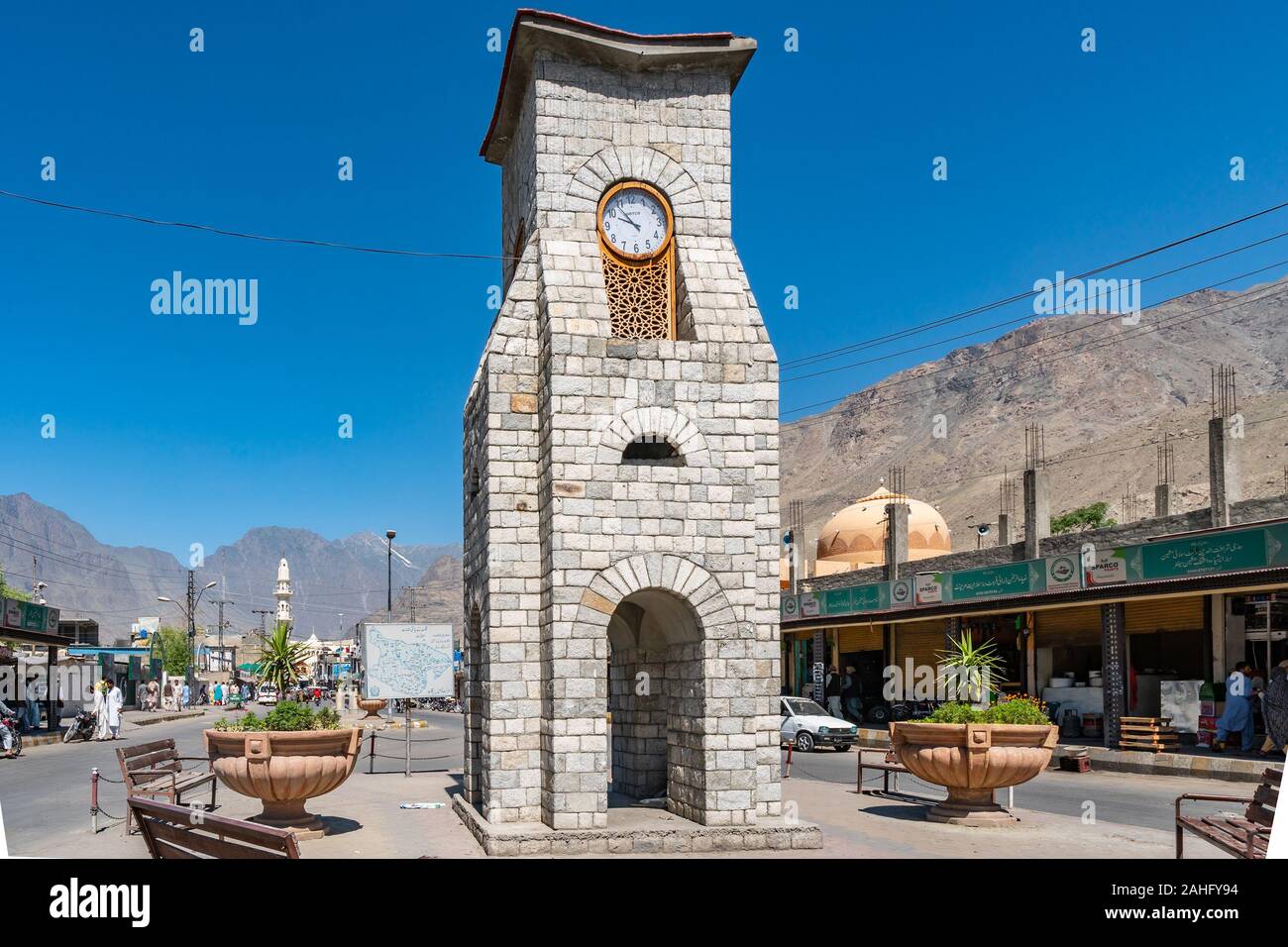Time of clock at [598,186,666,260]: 9:53
